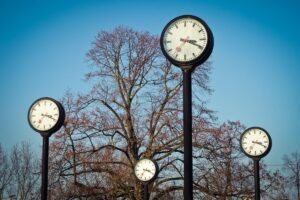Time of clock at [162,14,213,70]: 3:19
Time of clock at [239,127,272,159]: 3:18
